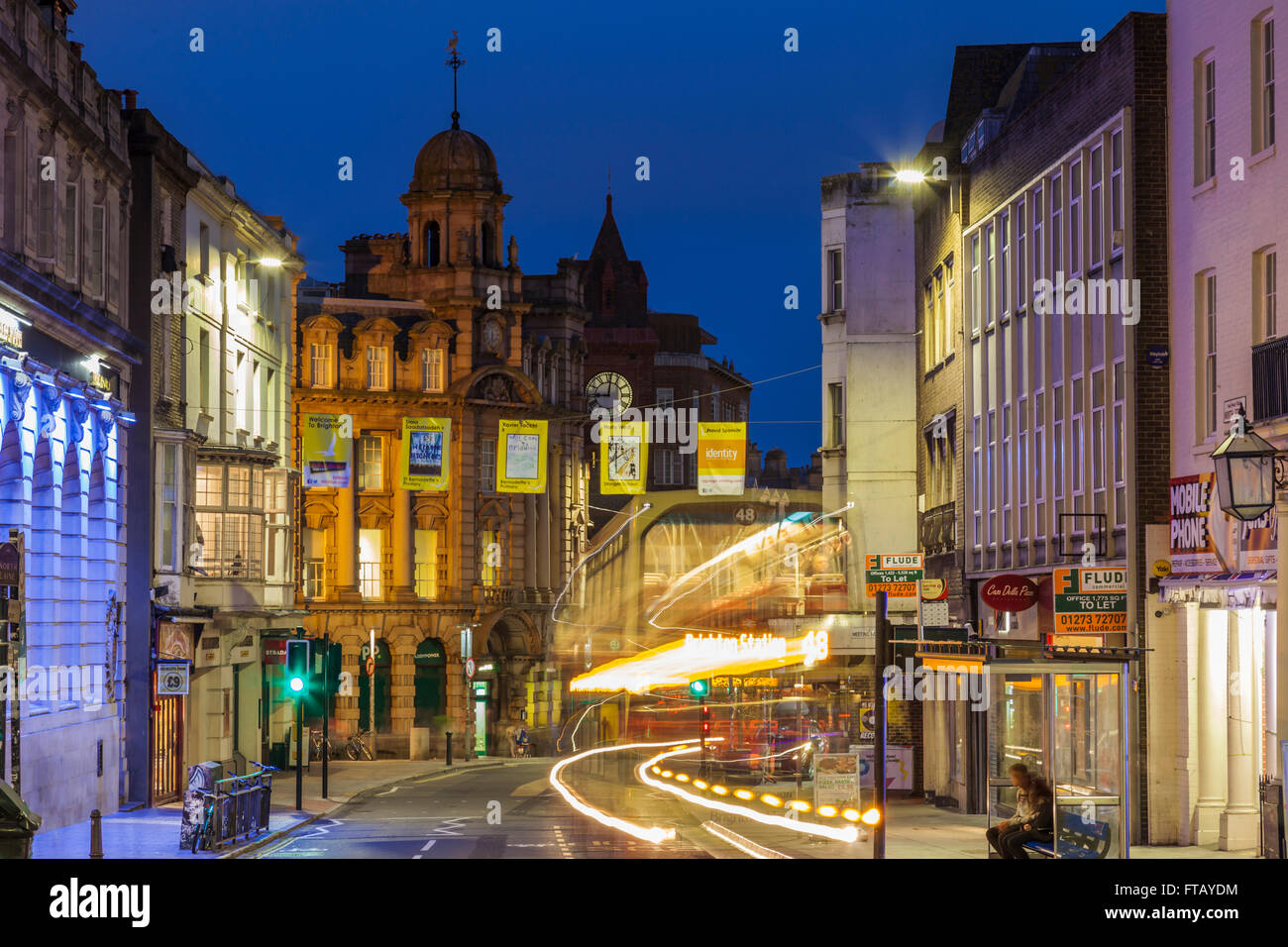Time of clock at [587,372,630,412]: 9:01
